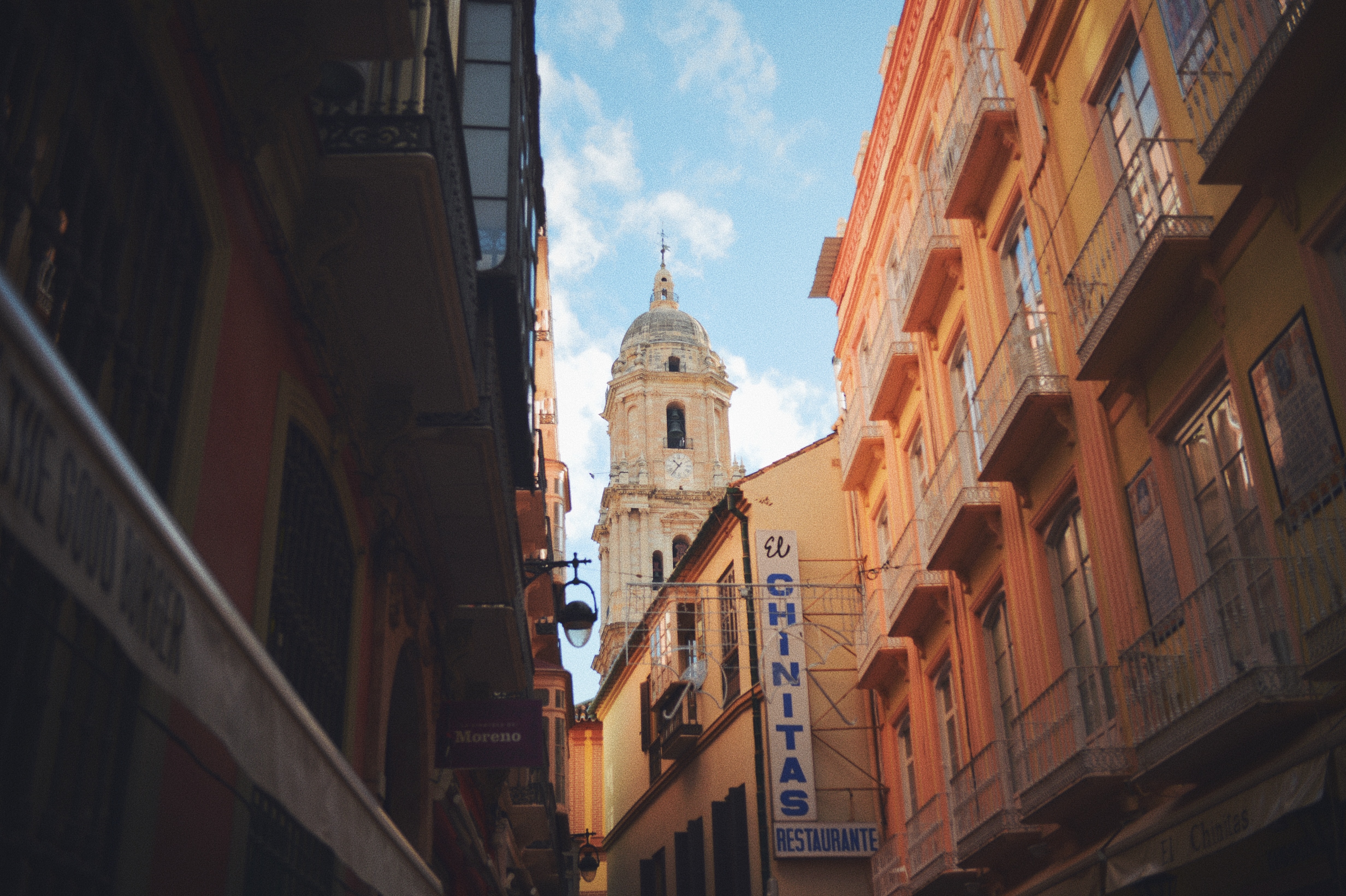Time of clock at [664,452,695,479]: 10:37
